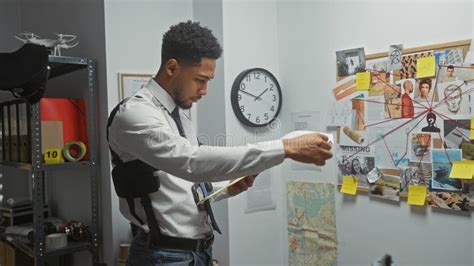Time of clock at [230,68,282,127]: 1:47
